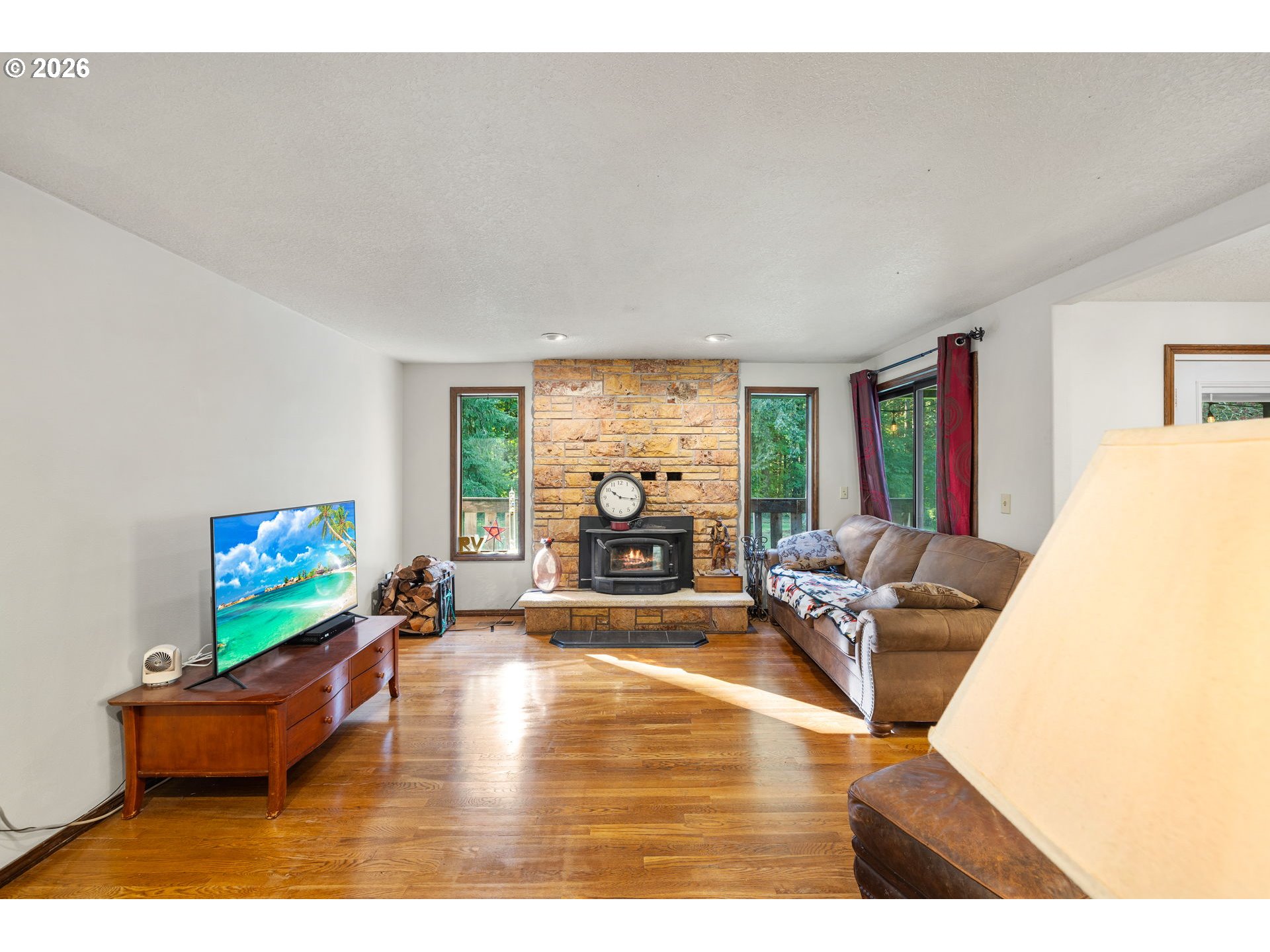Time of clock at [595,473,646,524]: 10:16
